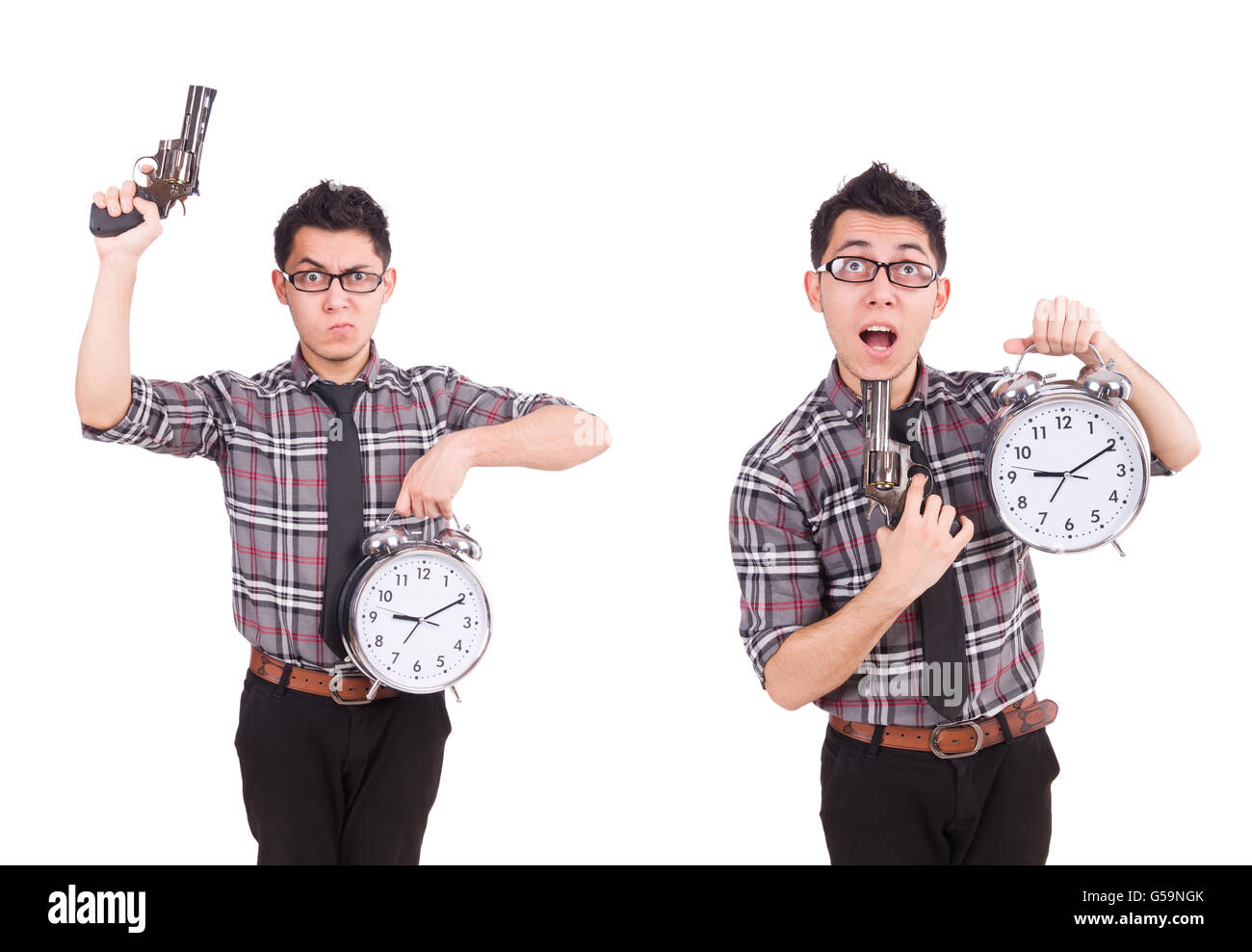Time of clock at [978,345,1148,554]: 9:10
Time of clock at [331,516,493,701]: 9:10
